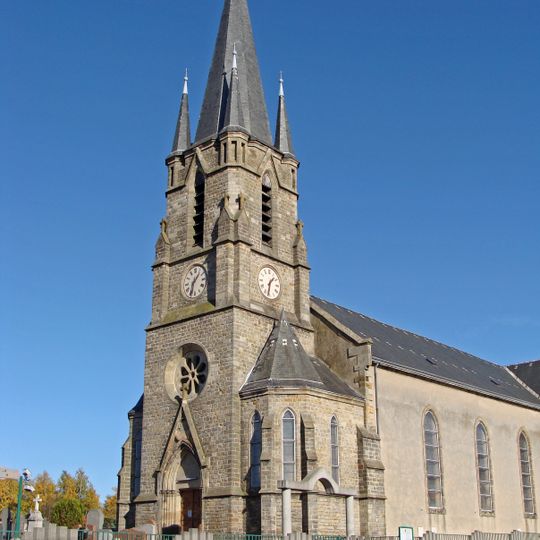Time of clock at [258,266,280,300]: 1:32
